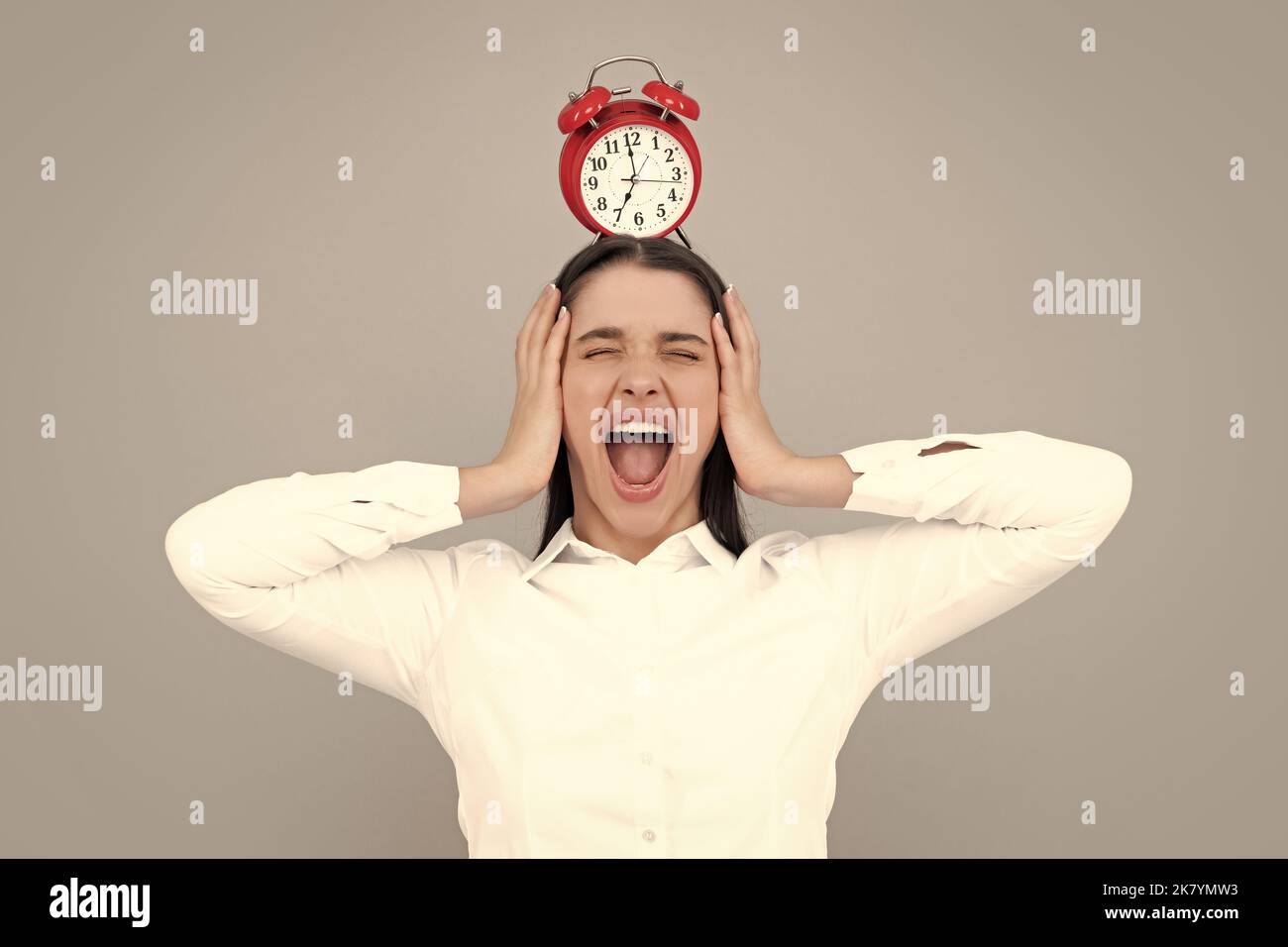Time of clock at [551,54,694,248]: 6:59
